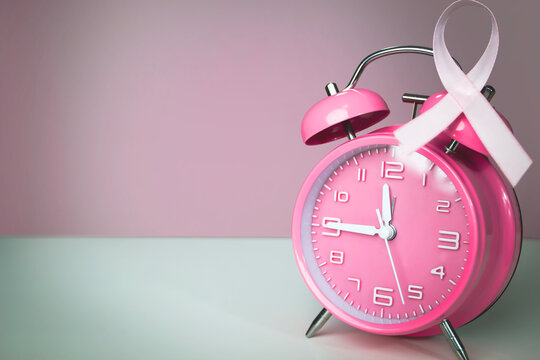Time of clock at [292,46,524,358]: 11:45
